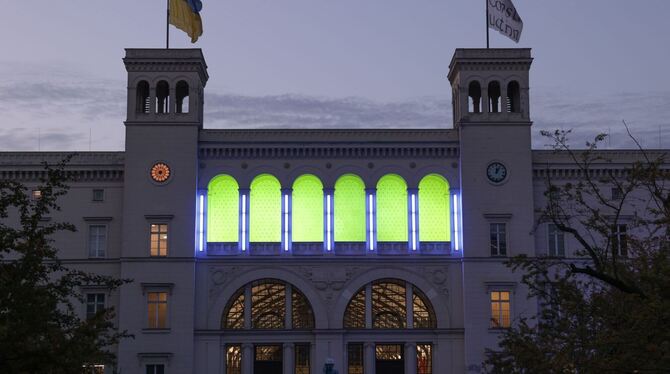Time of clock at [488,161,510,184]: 12:05
